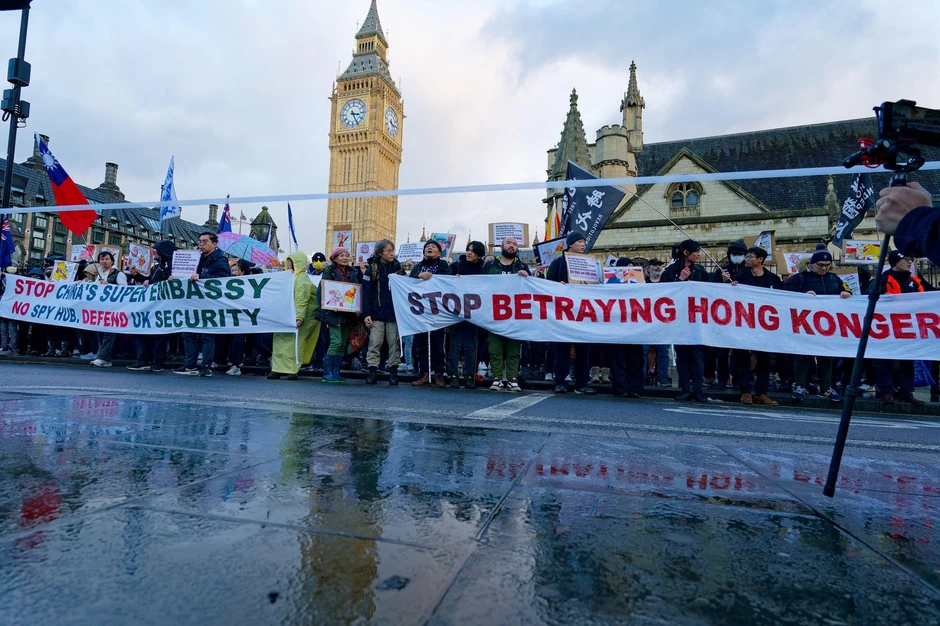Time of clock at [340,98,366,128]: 3:25
